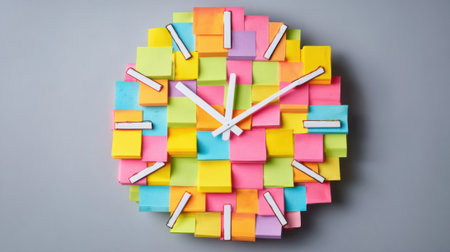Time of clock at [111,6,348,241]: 12:09
